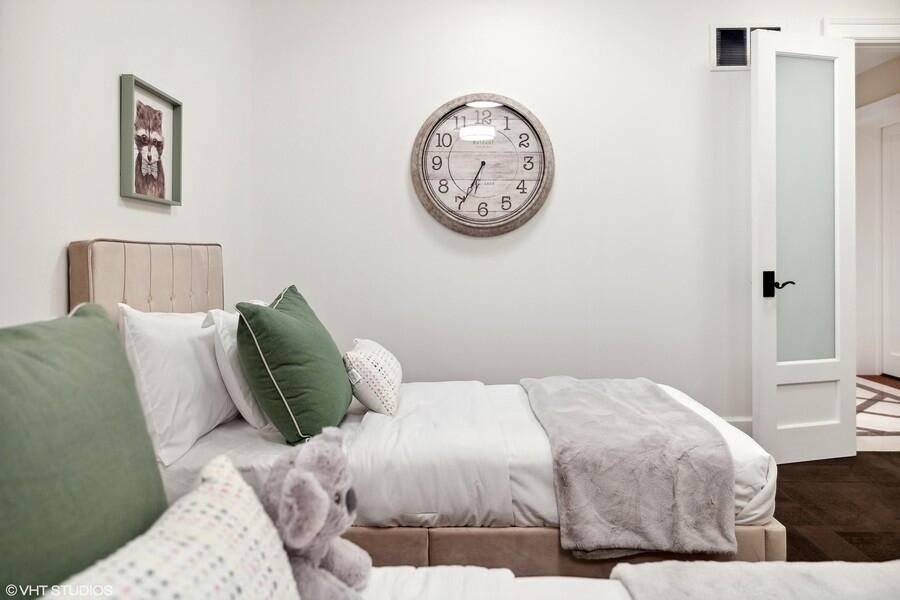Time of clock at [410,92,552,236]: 6:34
